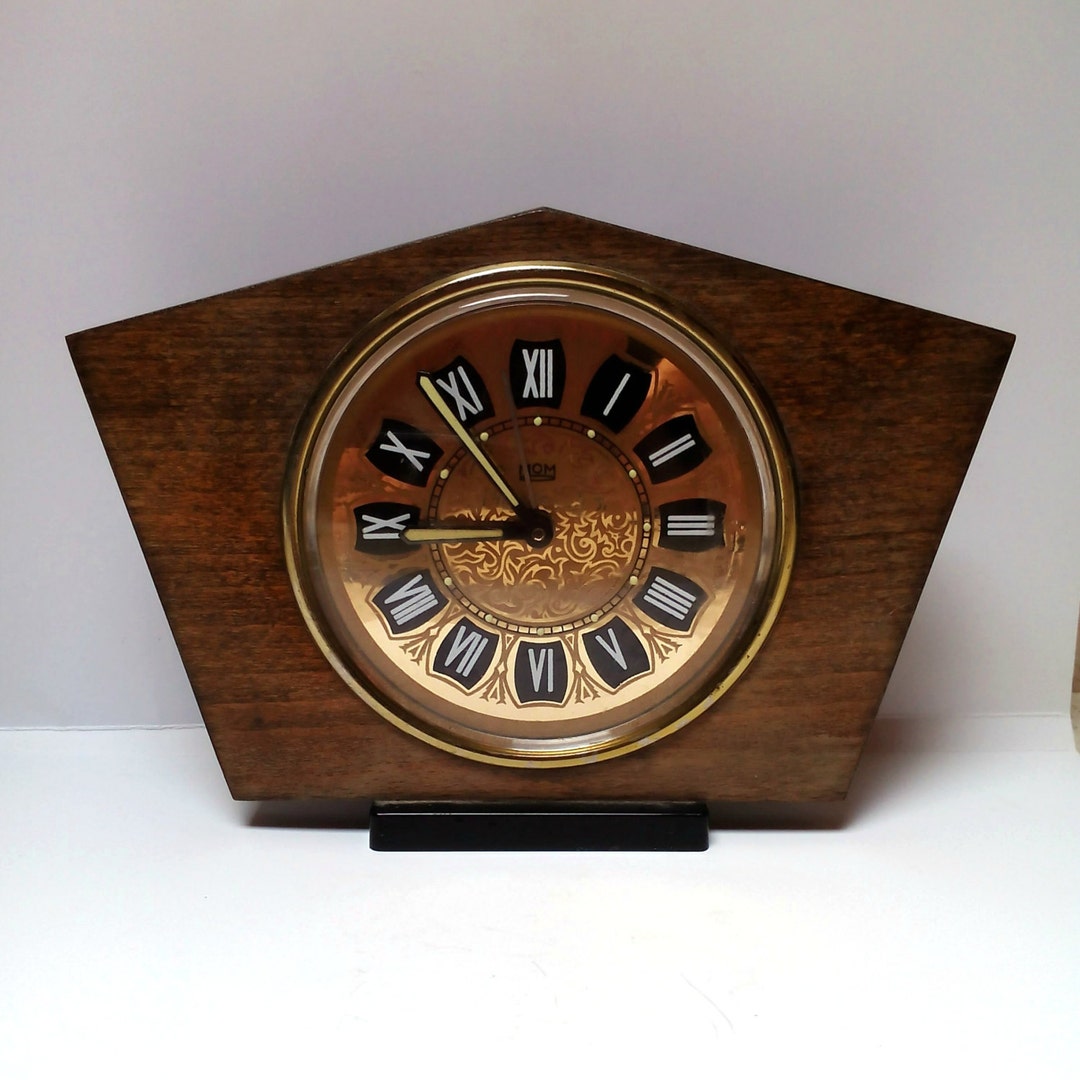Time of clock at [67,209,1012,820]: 10:45
